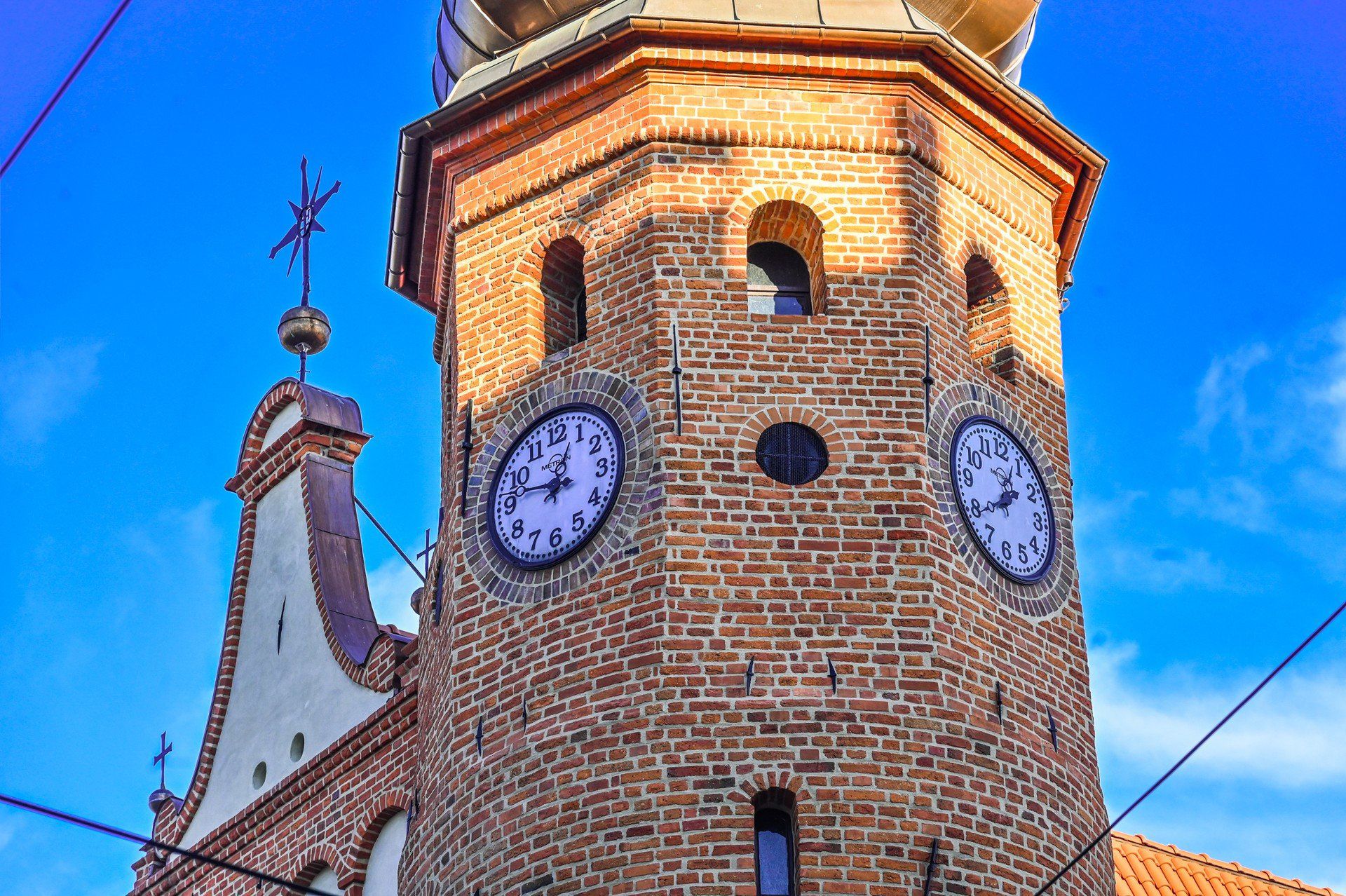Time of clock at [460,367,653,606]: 12:46
